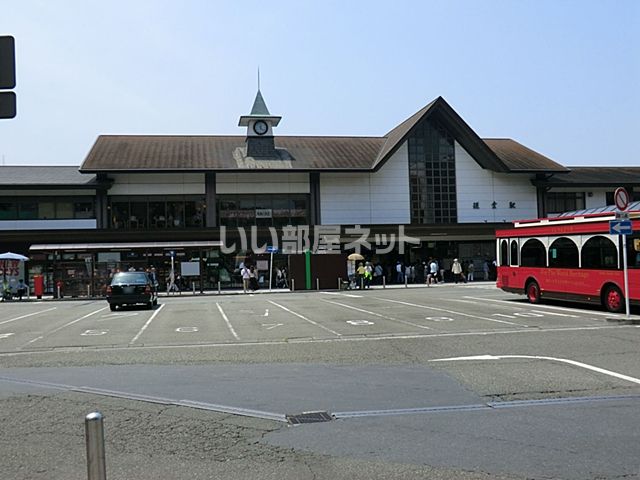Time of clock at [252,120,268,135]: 12:22
